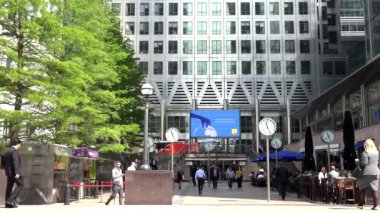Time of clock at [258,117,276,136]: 11:25
